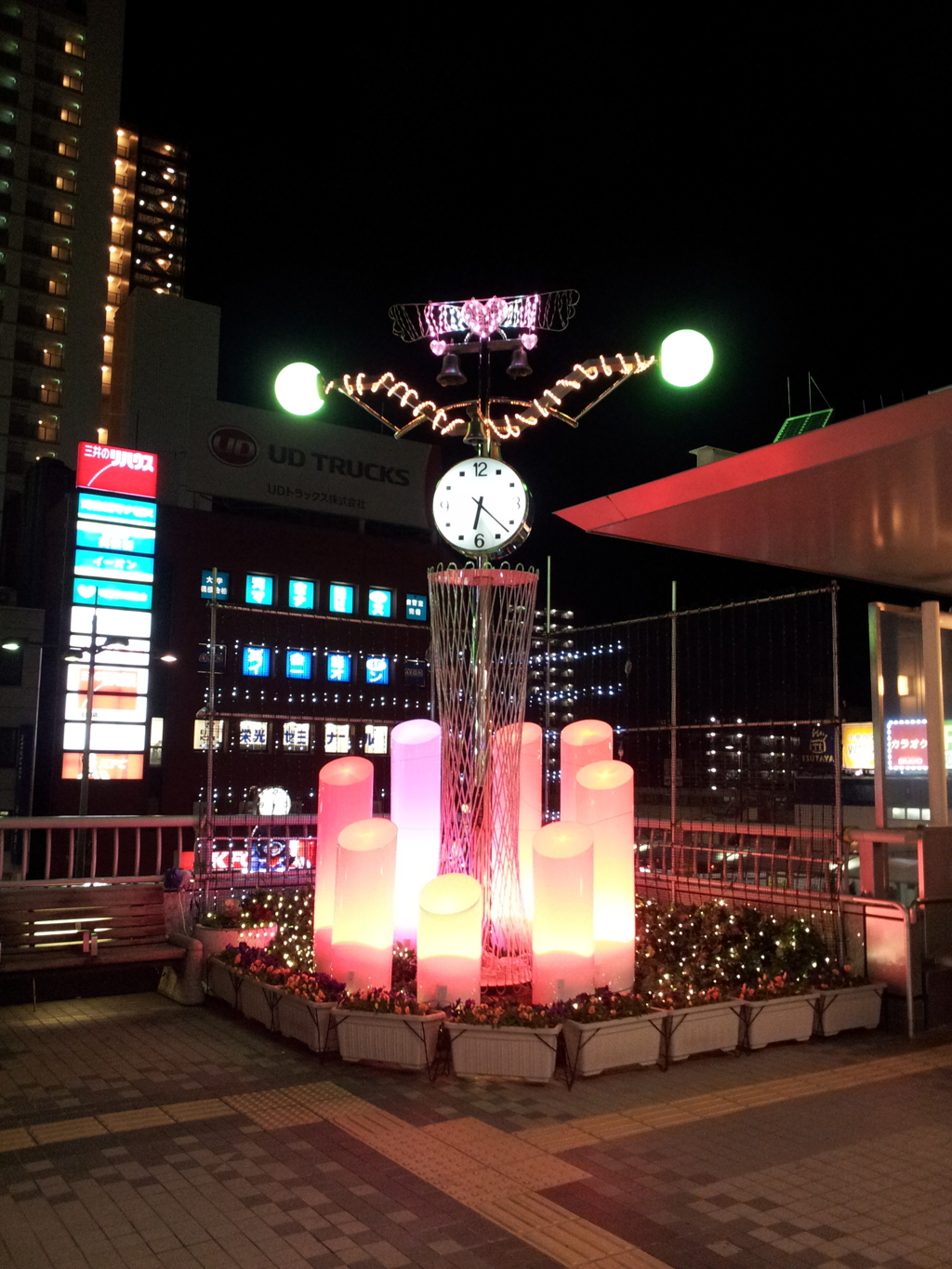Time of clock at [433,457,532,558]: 6:22
